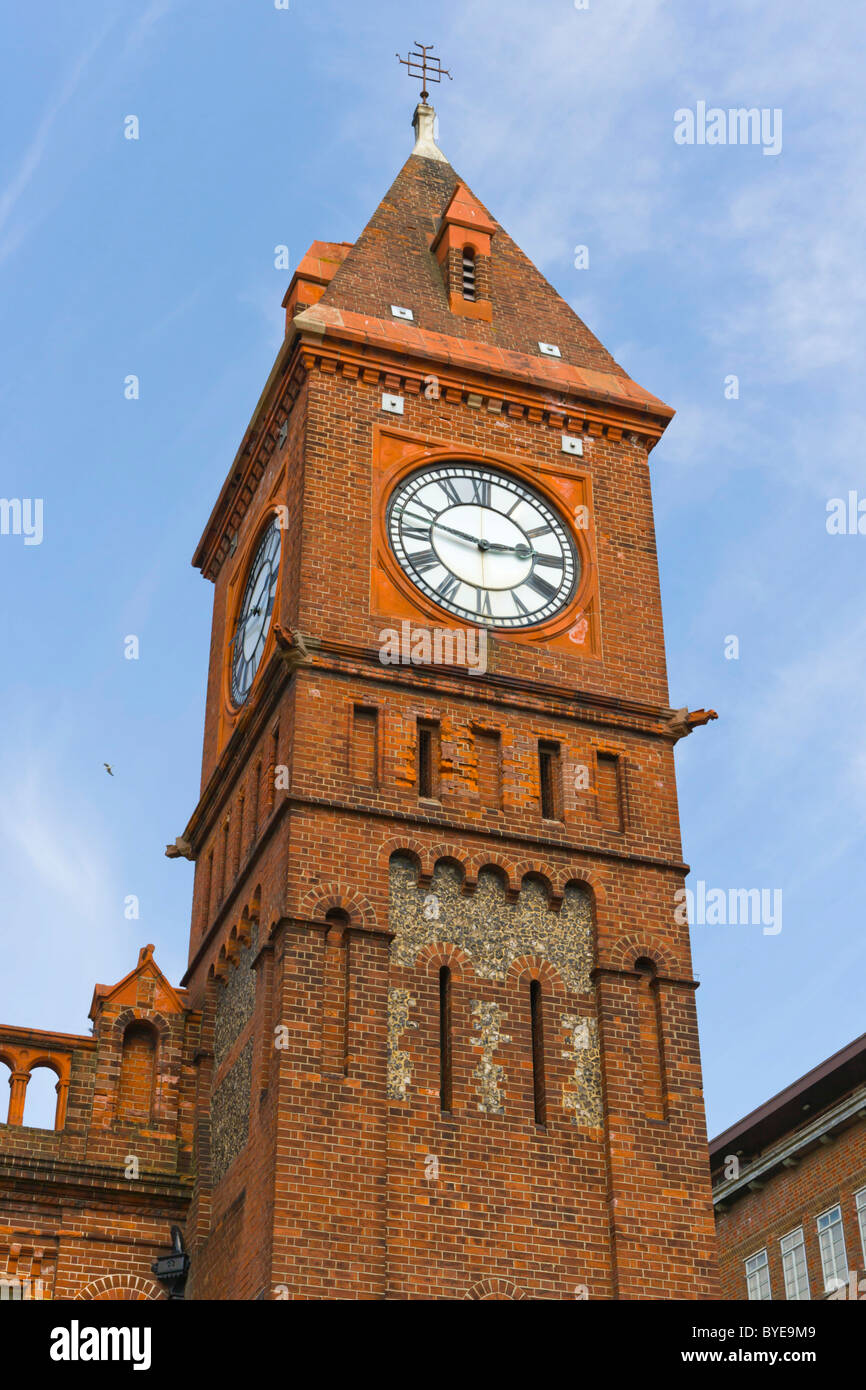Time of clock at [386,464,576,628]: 2:46
